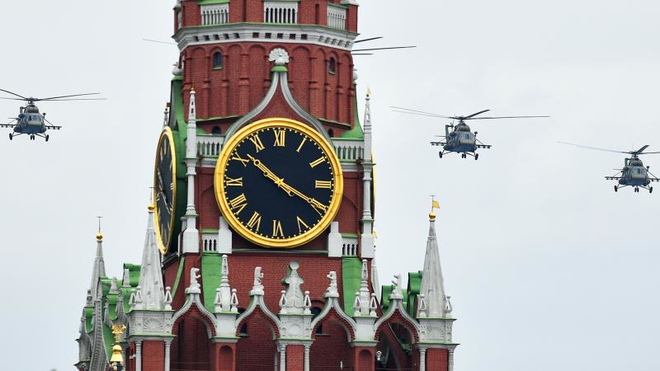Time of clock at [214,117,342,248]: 10:19
